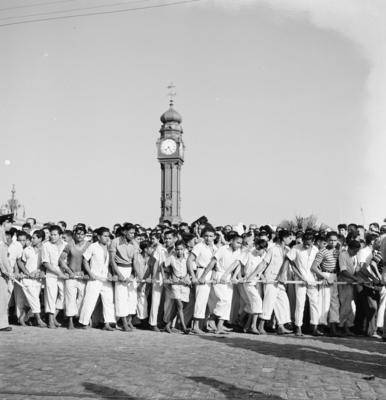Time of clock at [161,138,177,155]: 7:25
